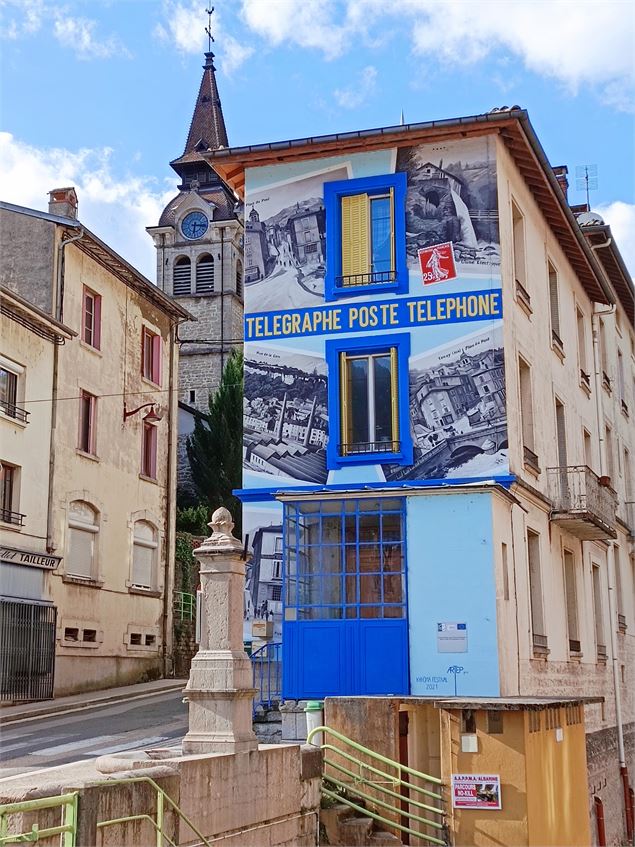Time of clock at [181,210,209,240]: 6:15
